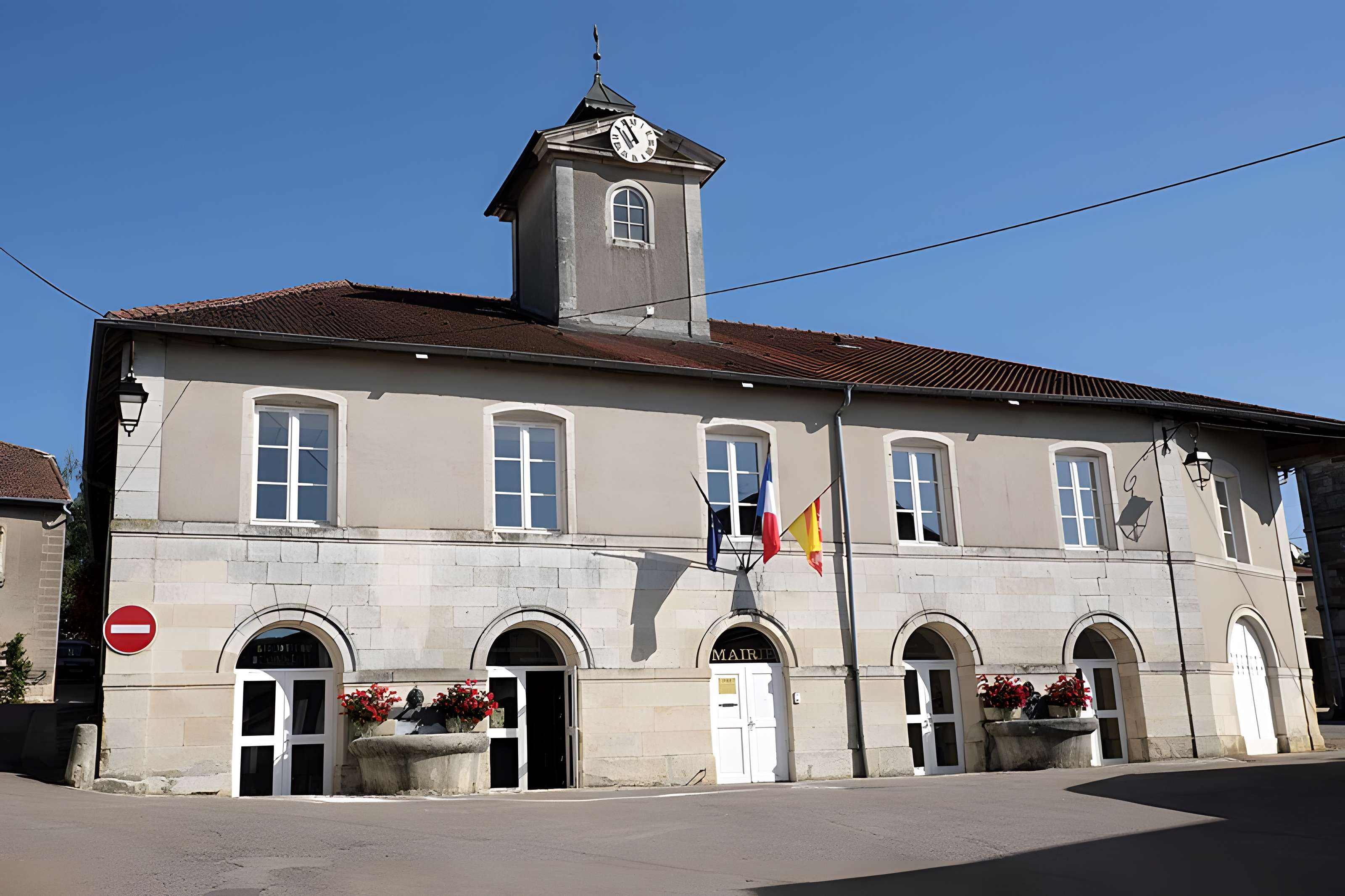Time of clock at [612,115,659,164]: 10:55
